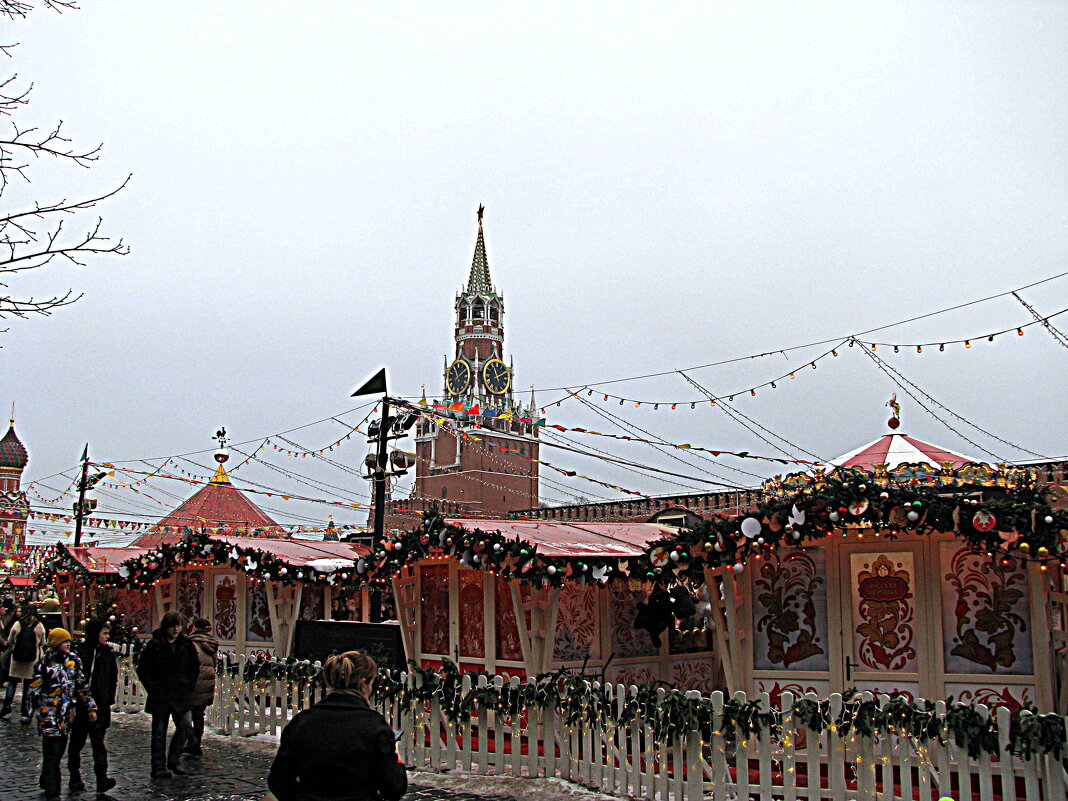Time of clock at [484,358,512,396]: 11:10
